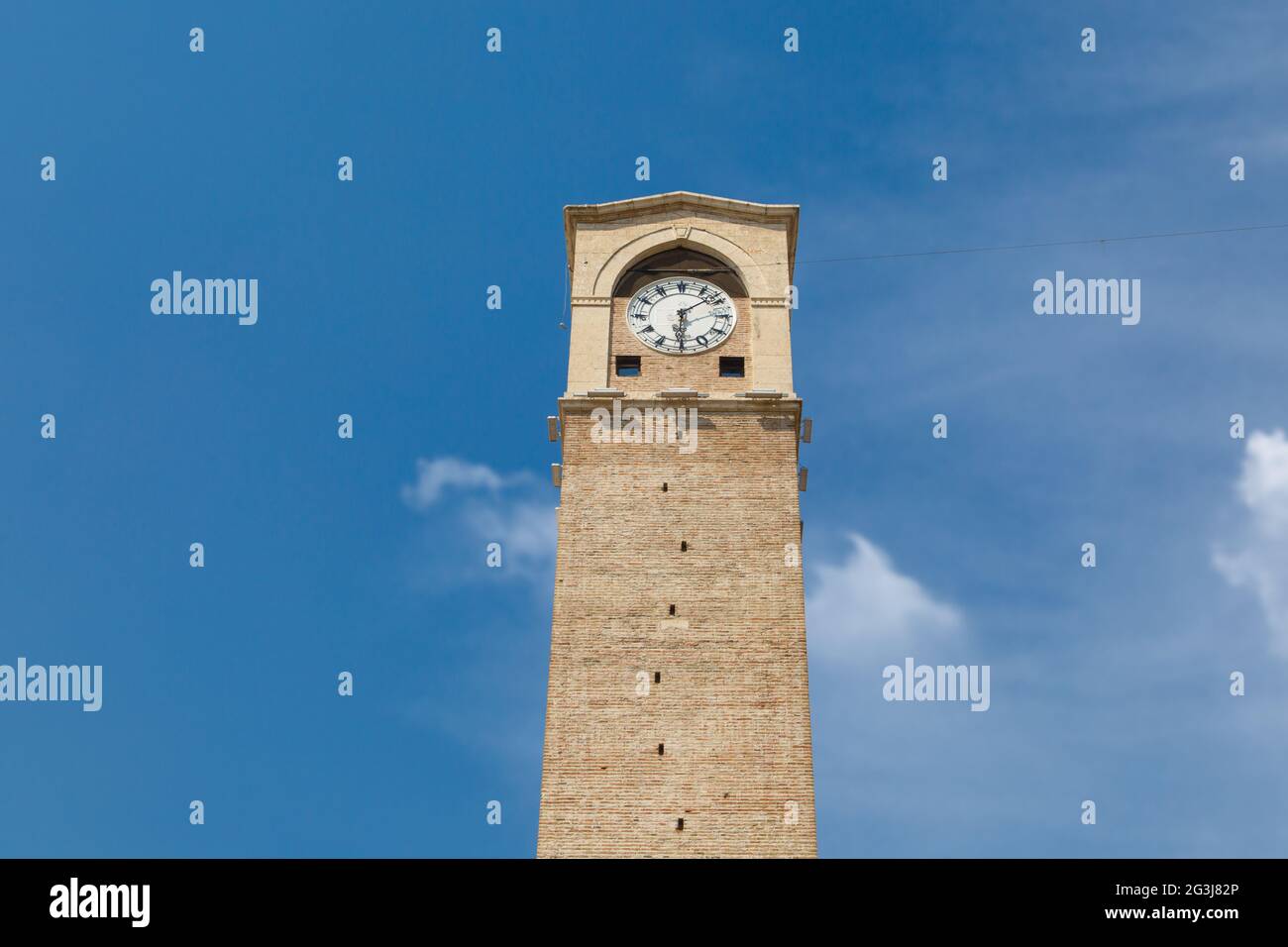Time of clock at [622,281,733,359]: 6:08
